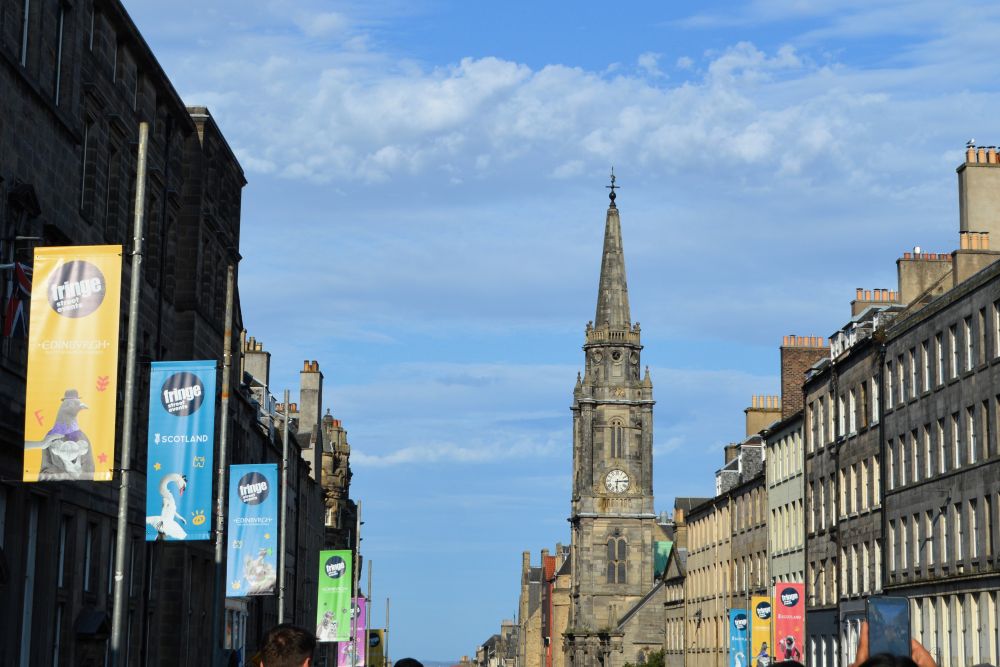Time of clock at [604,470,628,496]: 6:14
